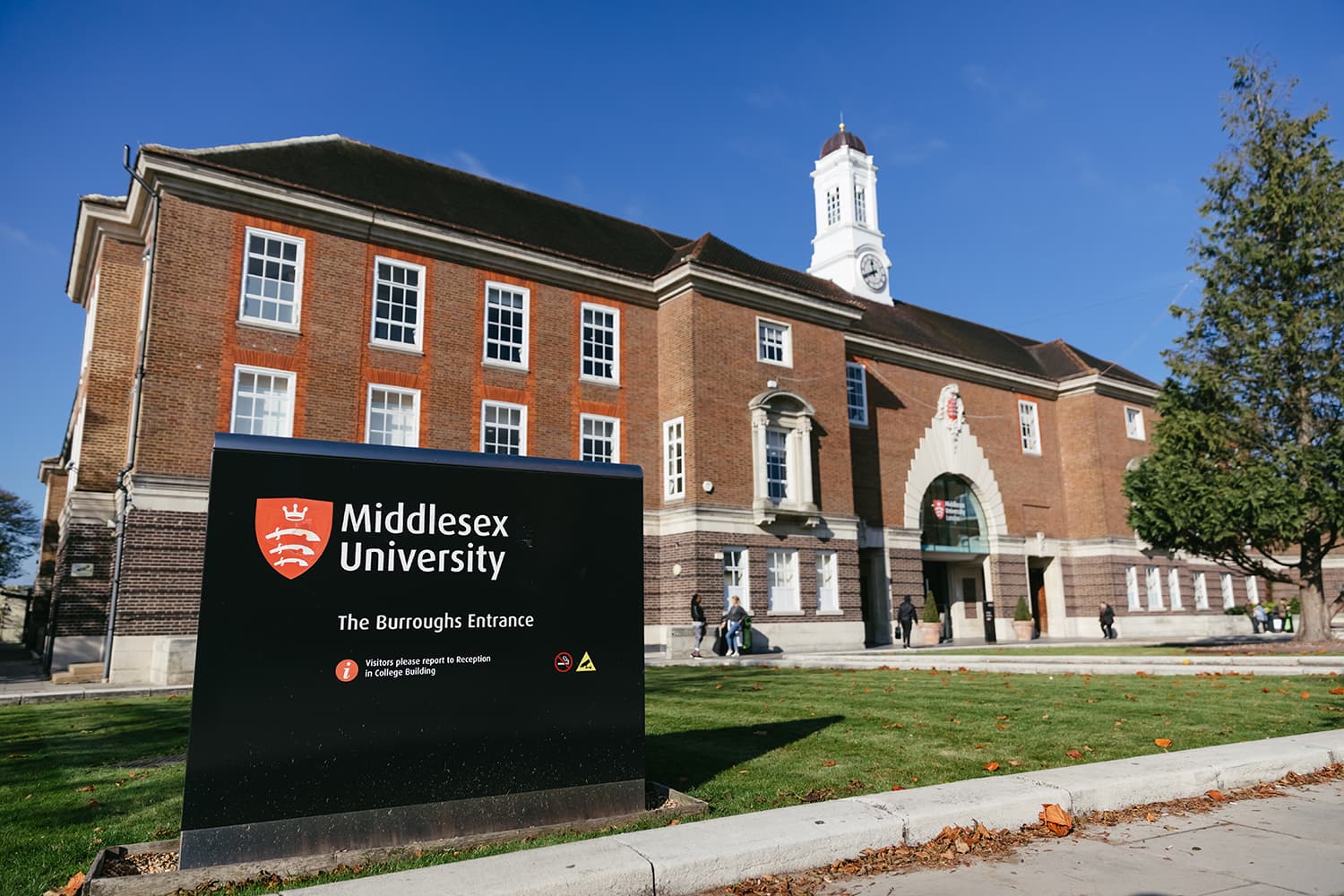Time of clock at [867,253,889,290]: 11:40
